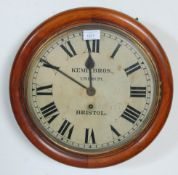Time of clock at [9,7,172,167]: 11:49
